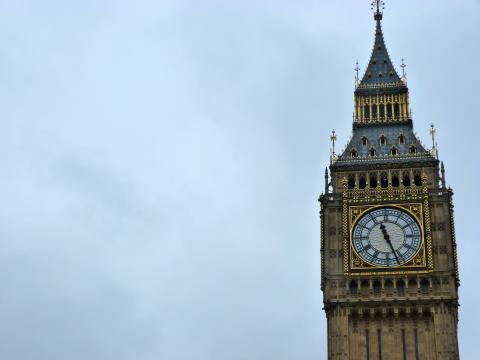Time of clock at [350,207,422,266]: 11:26
